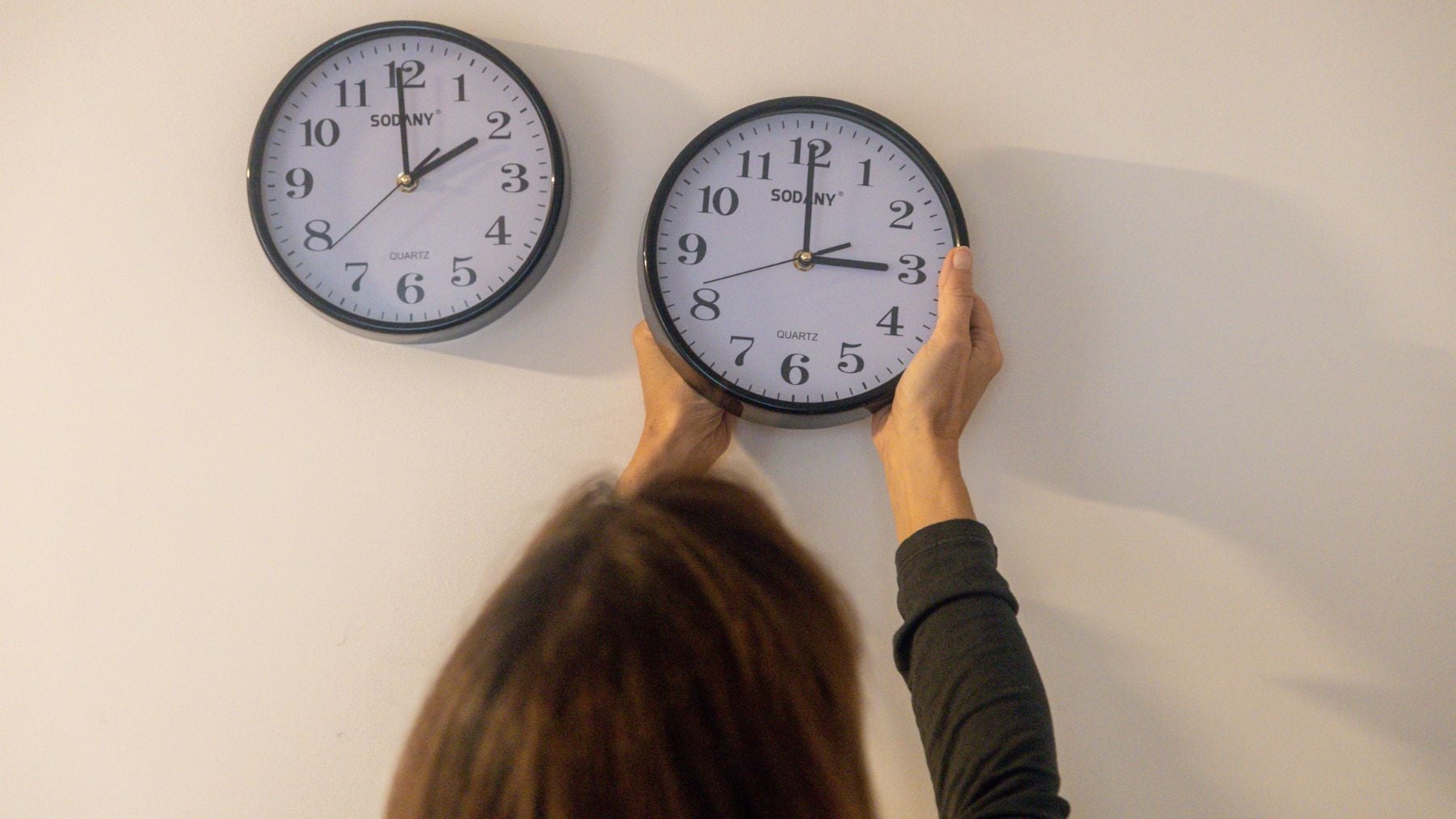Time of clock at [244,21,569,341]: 1:59
